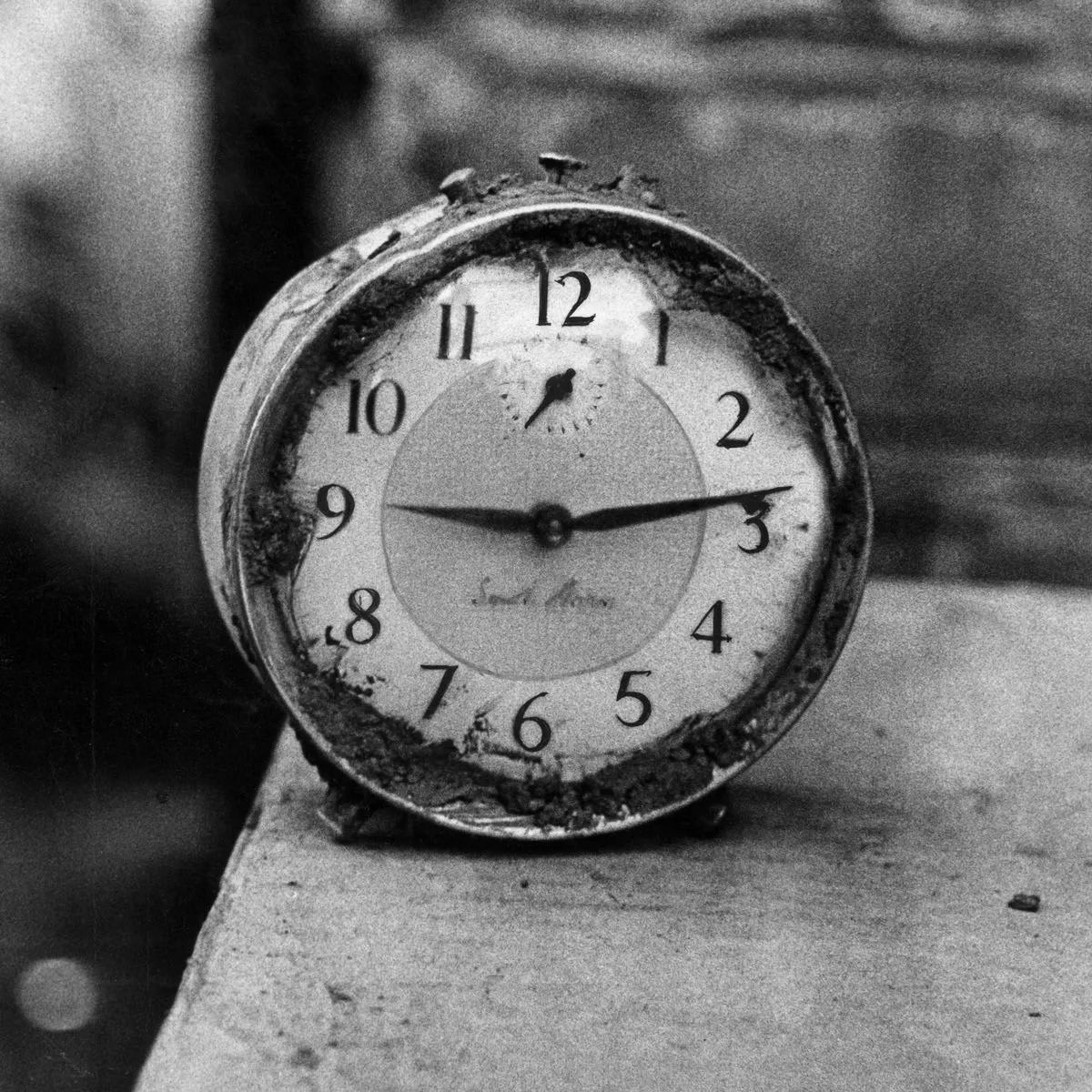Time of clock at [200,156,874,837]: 9:13
